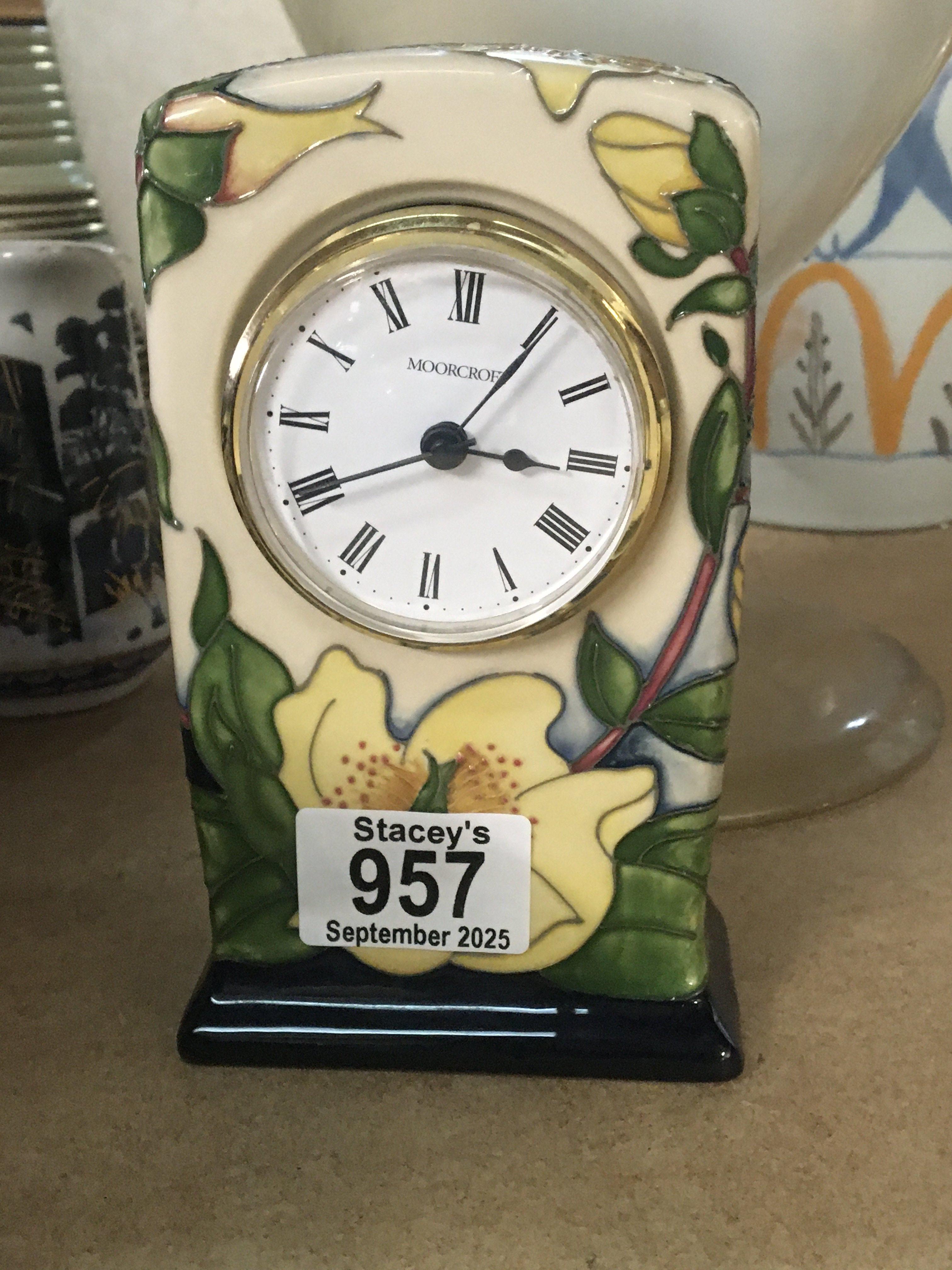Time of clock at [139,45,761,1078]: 3:05
